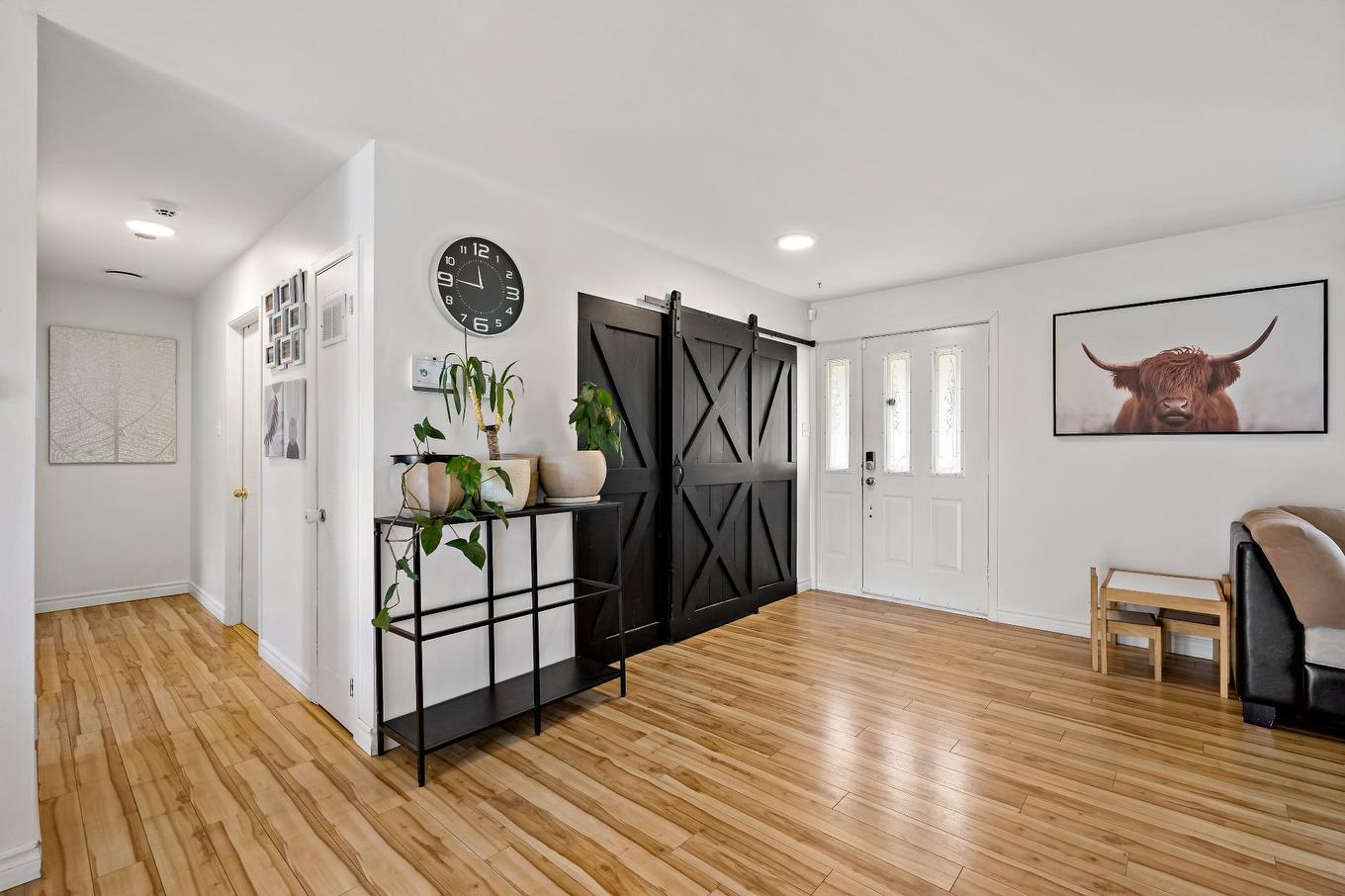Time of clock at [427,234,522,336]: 11:45
